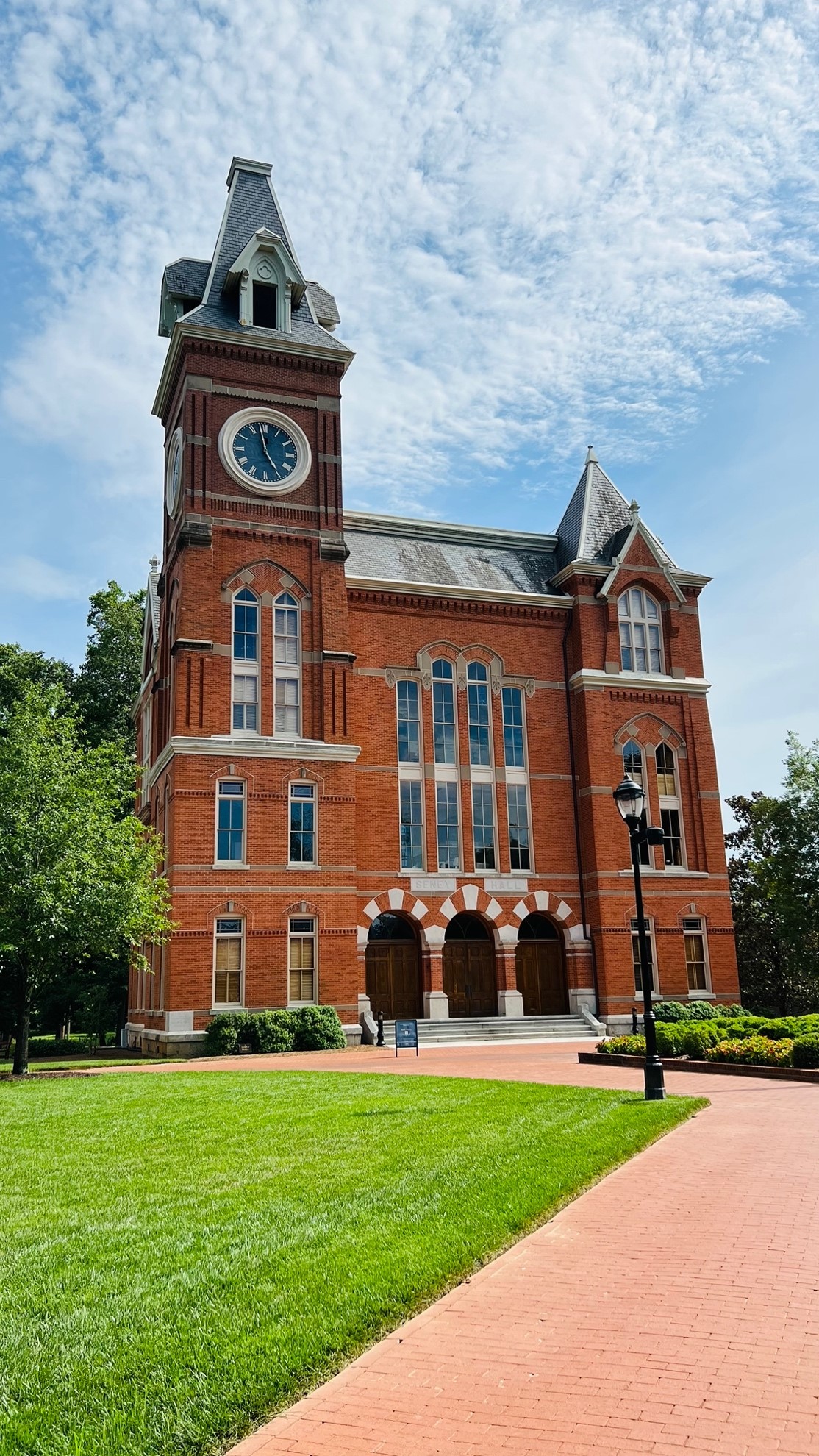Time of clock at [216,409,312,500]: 4:58
